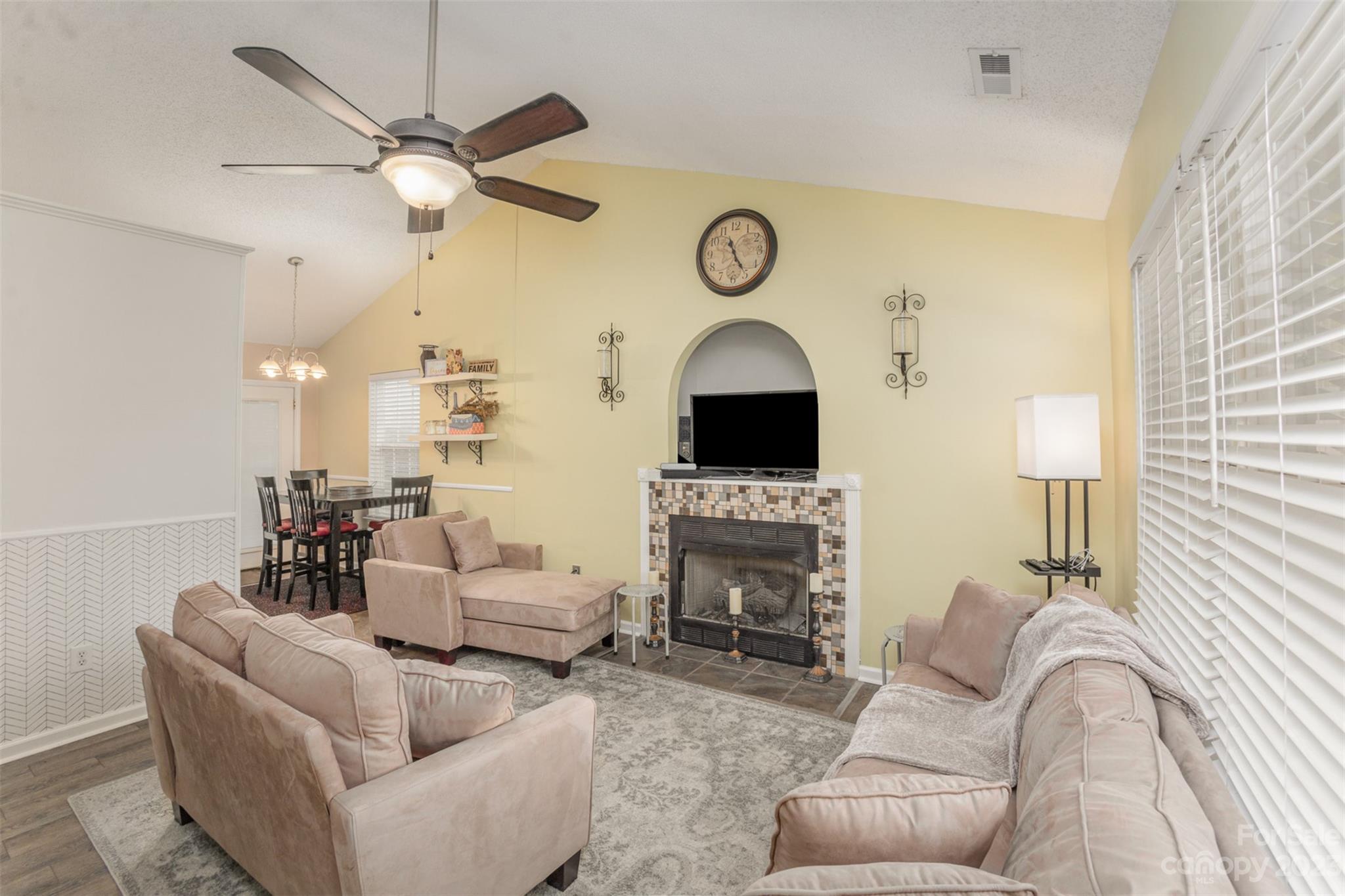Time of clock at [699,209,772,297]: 11:25
